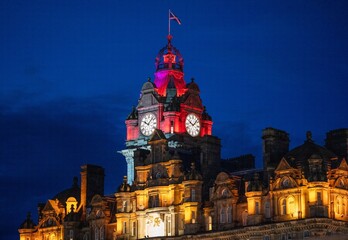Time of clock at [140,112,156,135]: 10:07
